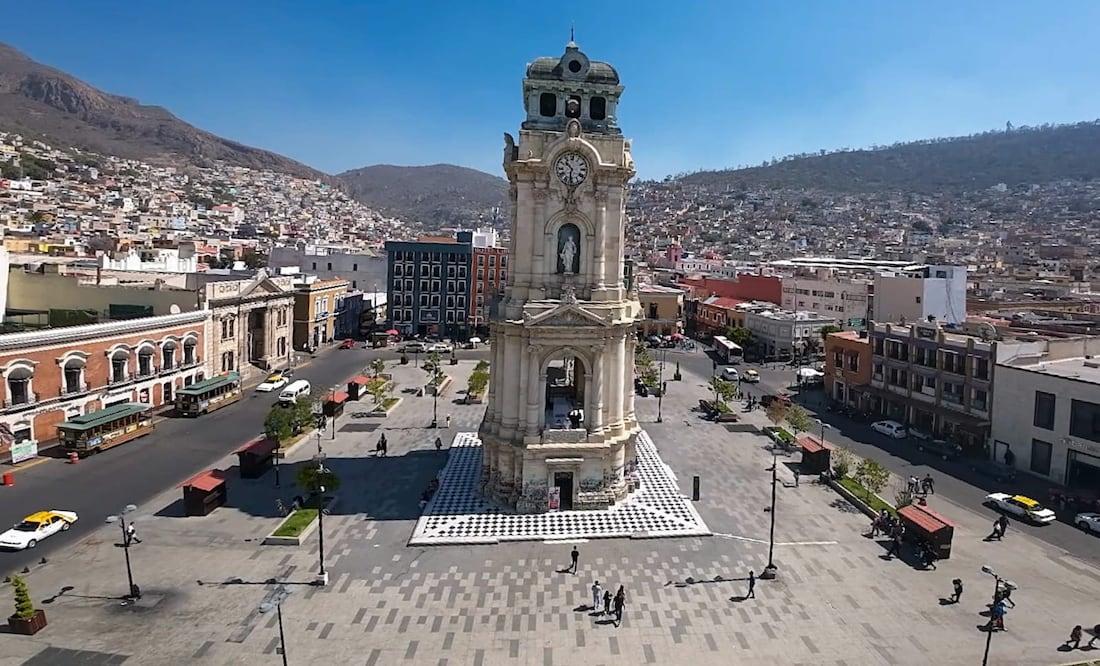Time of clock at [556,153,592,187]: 10:31
